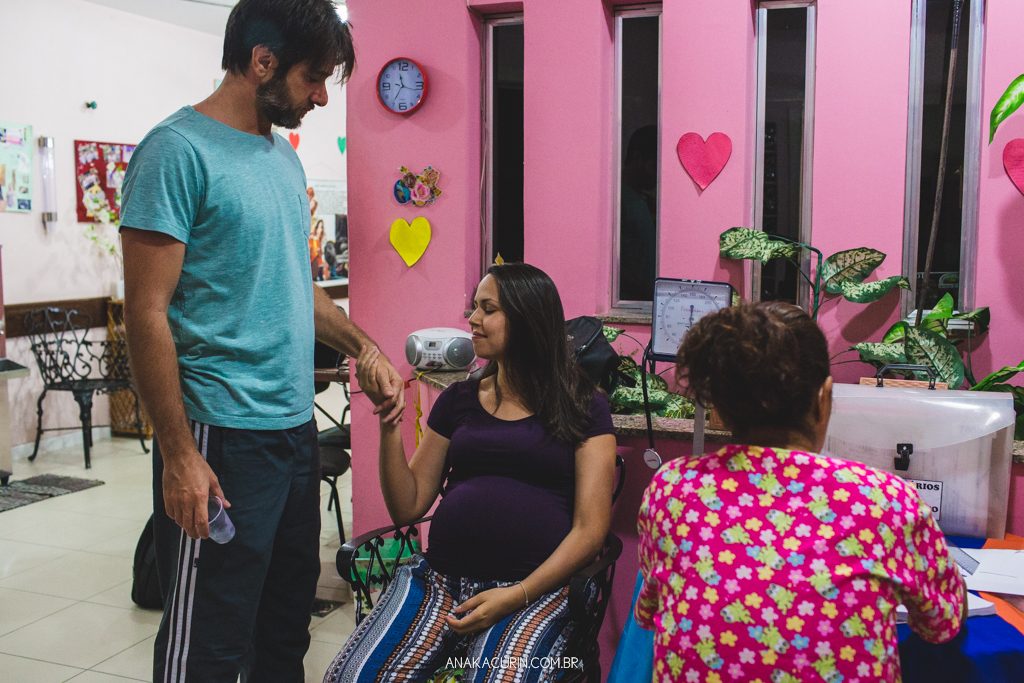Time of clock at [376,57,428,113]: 11:35
